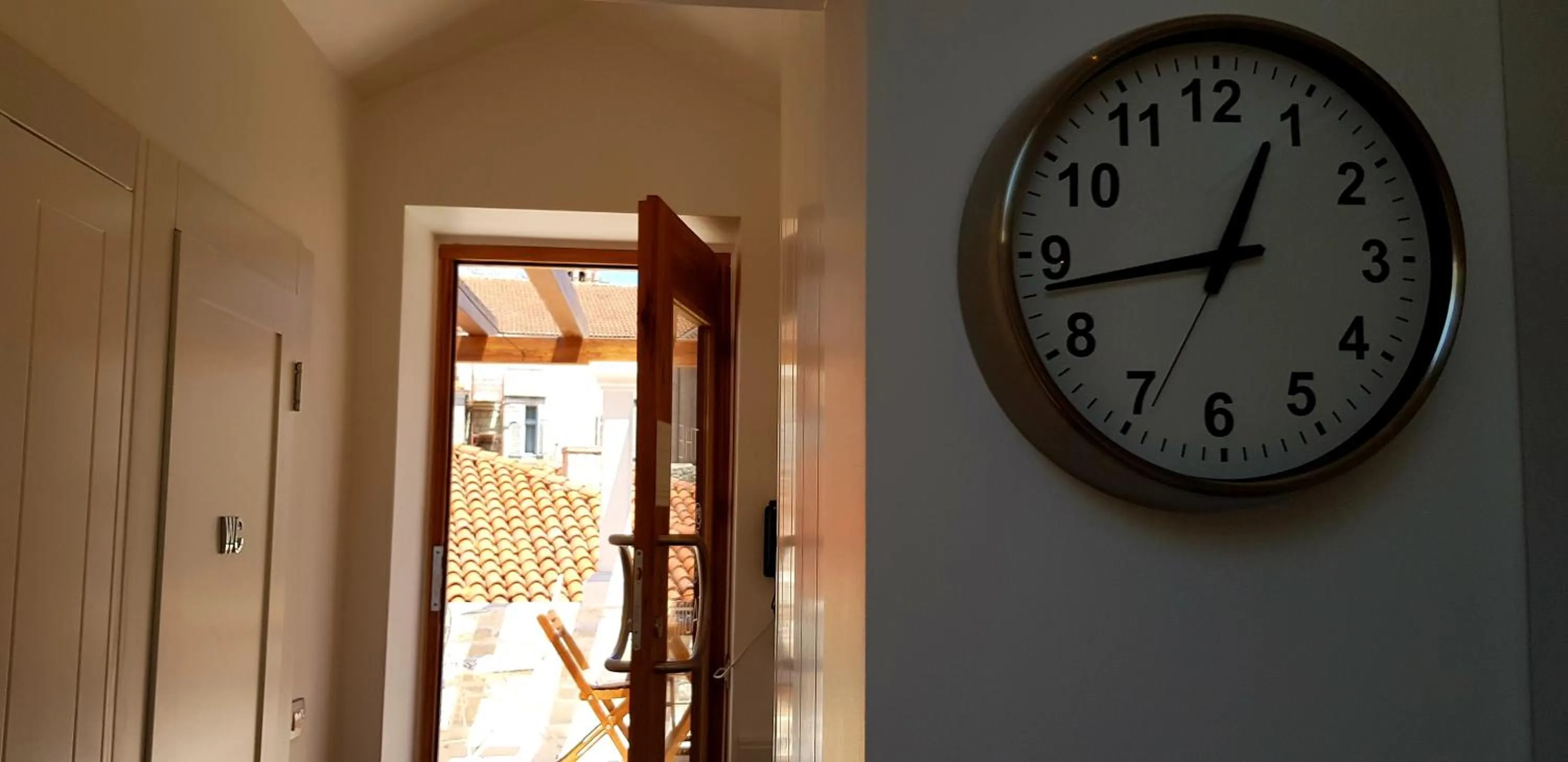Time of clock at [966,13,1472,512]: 12:43
